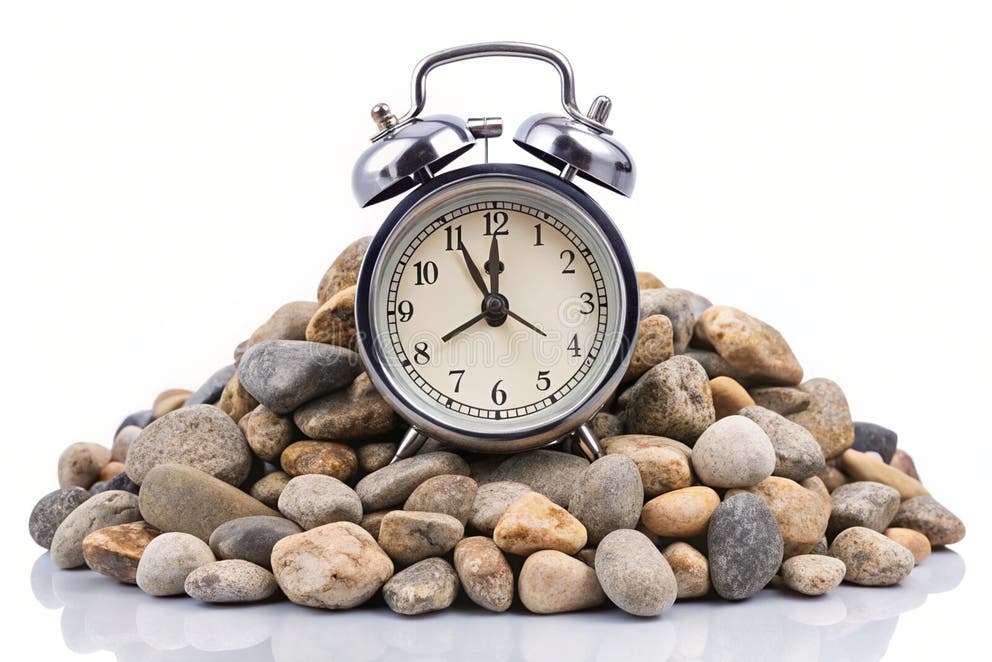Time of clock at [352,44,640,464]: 11:55
